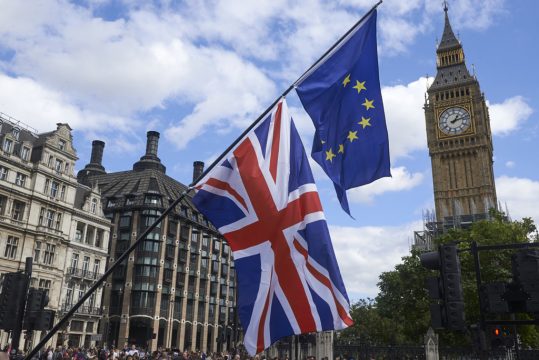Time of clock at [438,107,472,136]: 1:12
